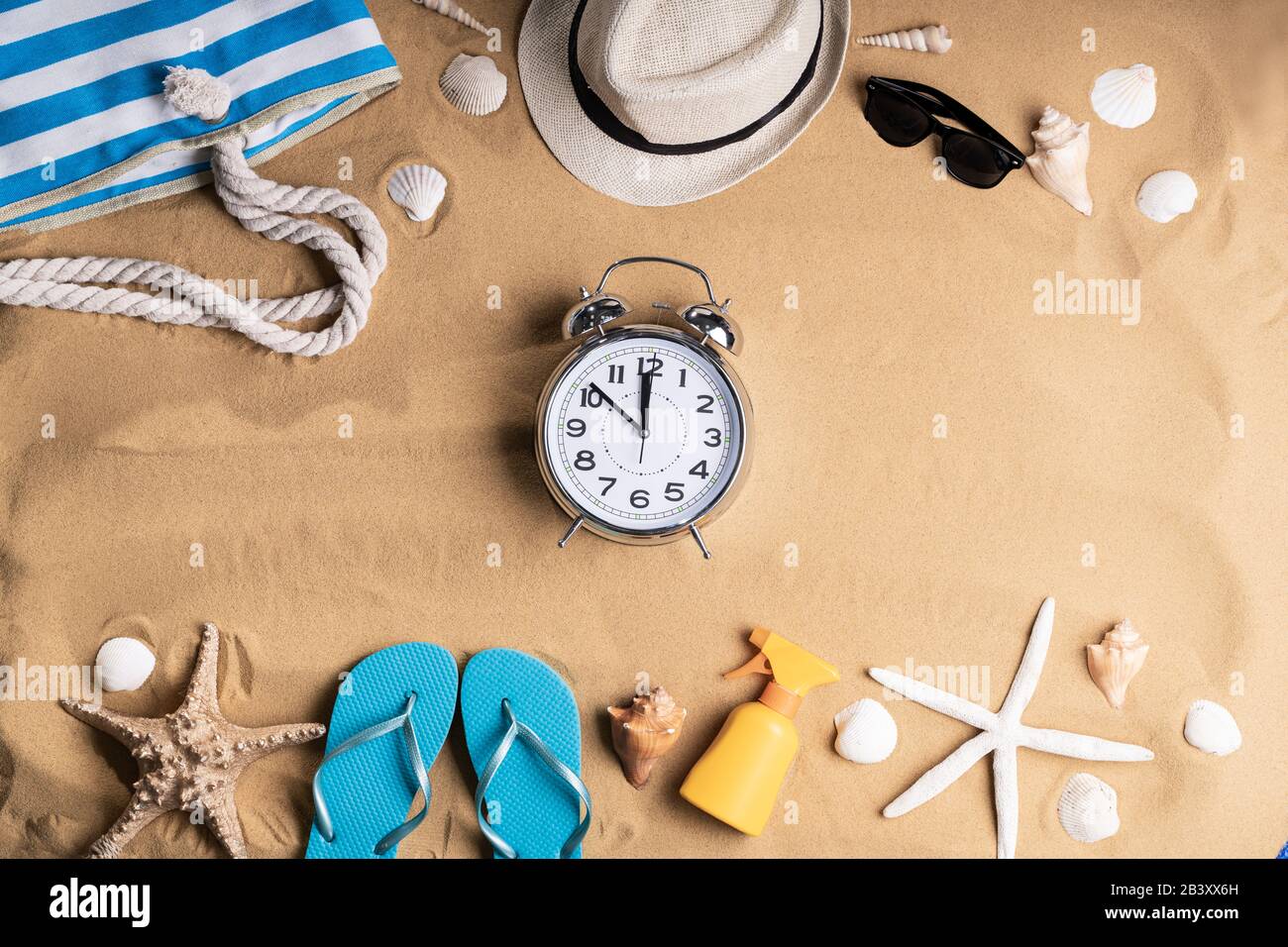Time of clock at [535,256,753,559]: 11:51
